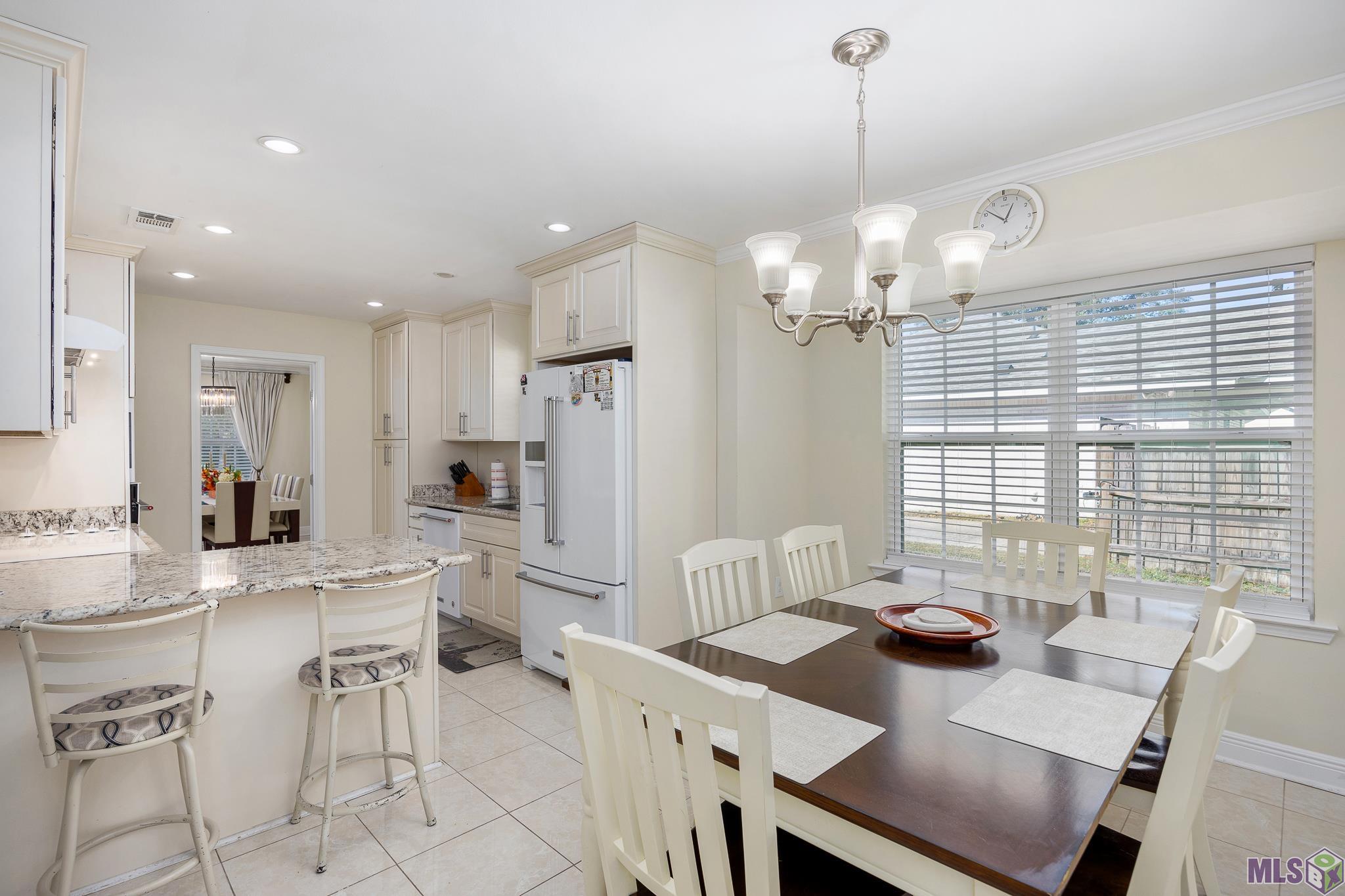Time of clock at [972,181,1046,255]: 12:51
